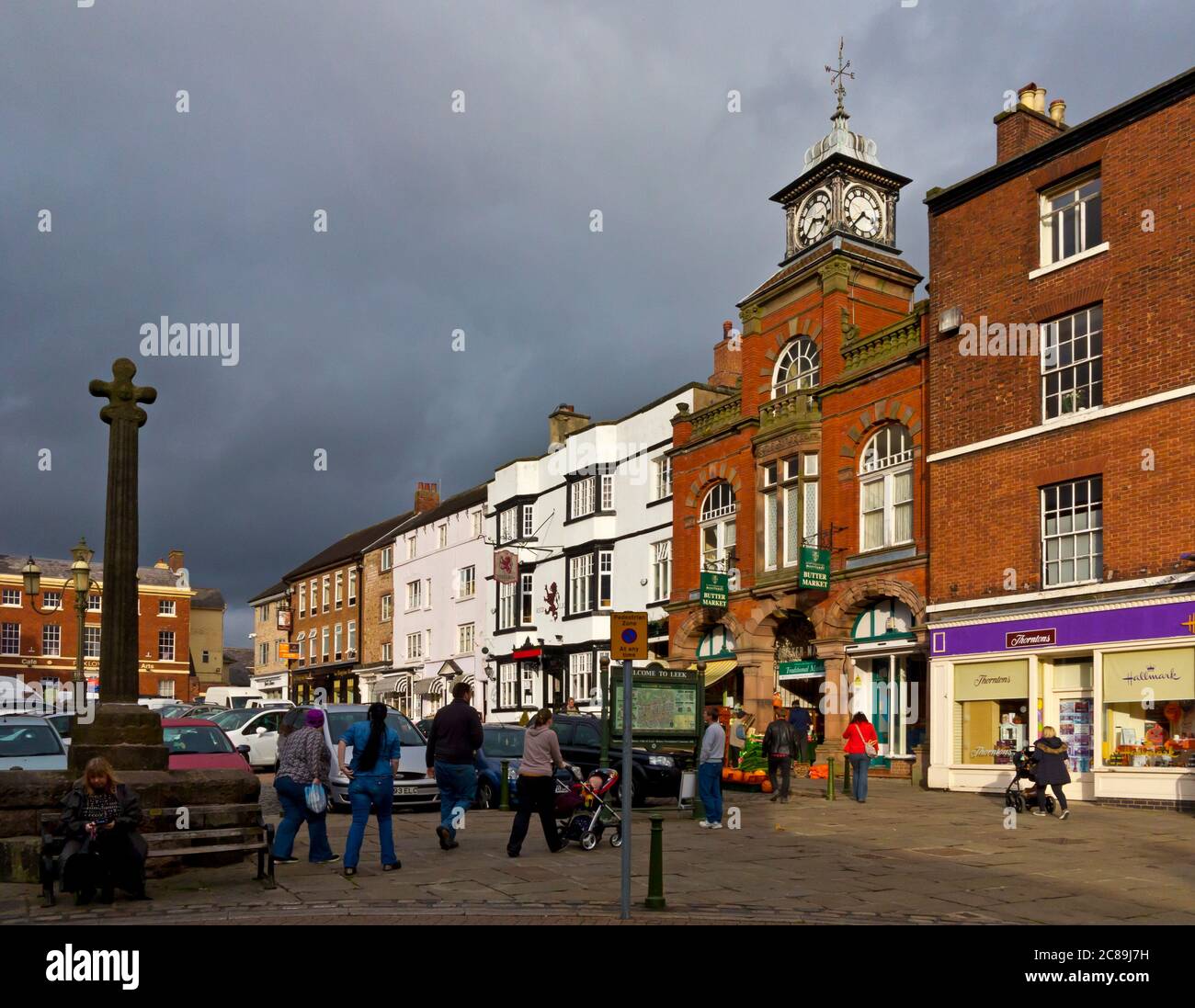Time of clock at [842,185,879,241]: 3:36
